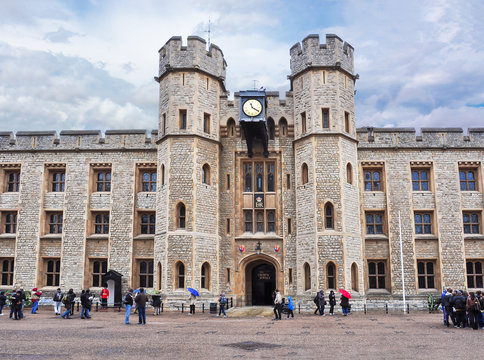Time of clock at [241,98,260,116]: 11:20
